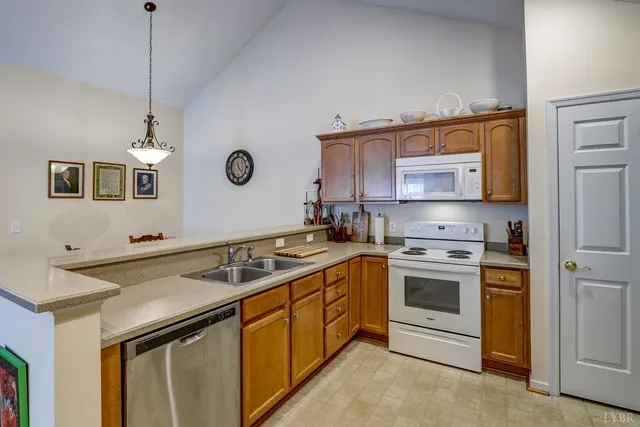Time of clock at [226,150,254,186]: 11:23
